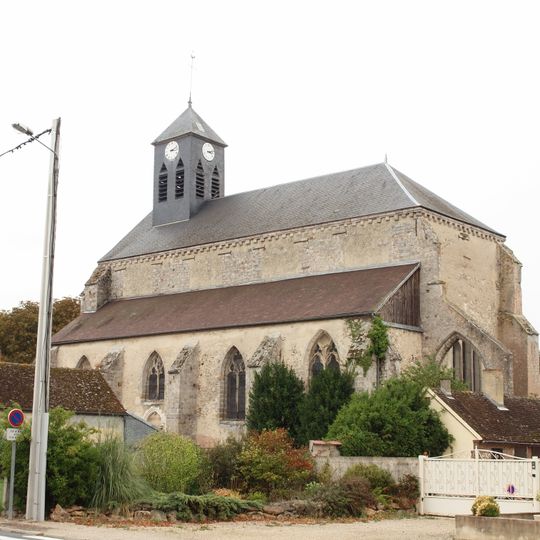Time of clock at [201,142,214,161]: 3:12
